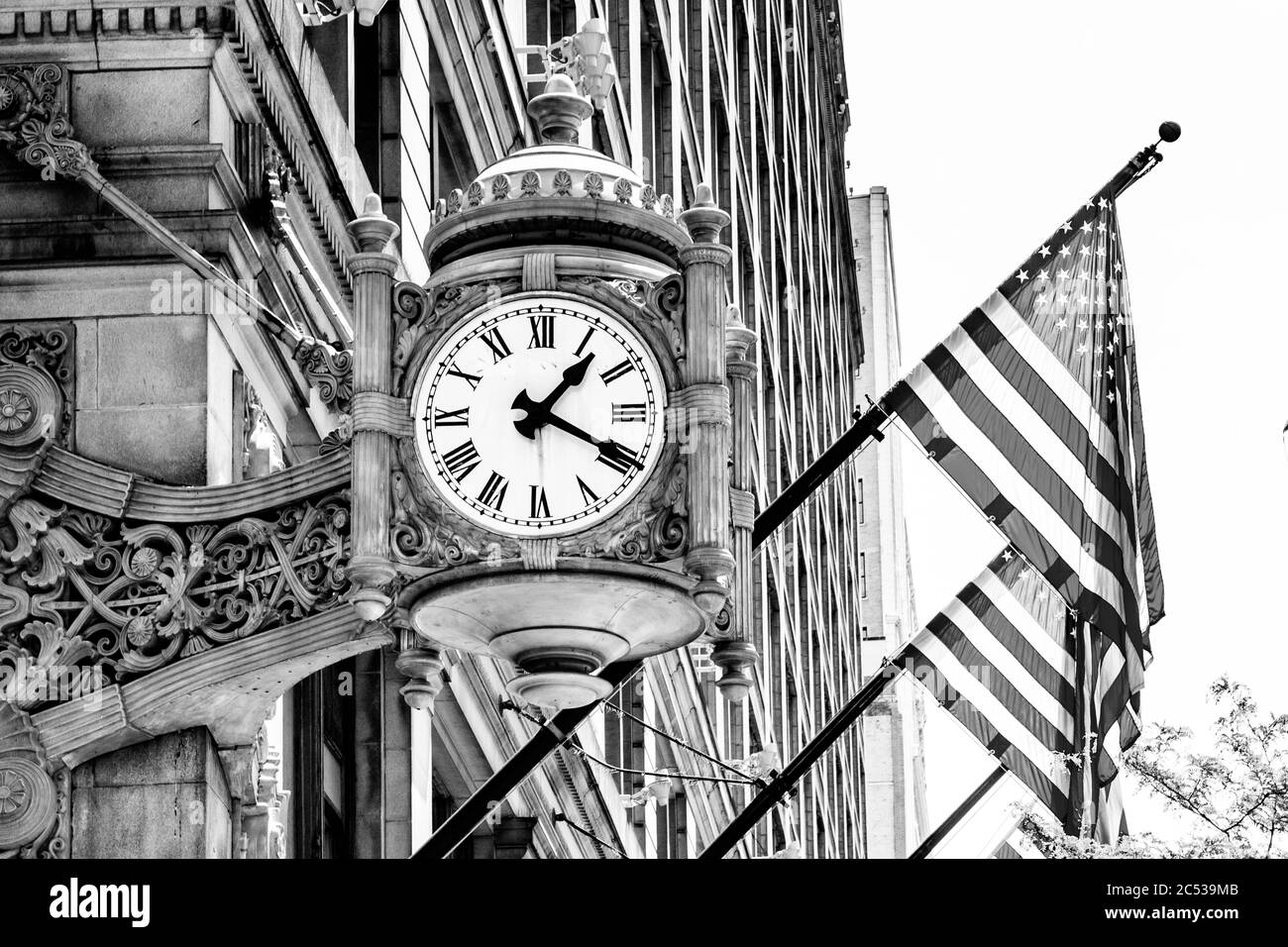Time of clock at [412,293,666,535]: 1:19
